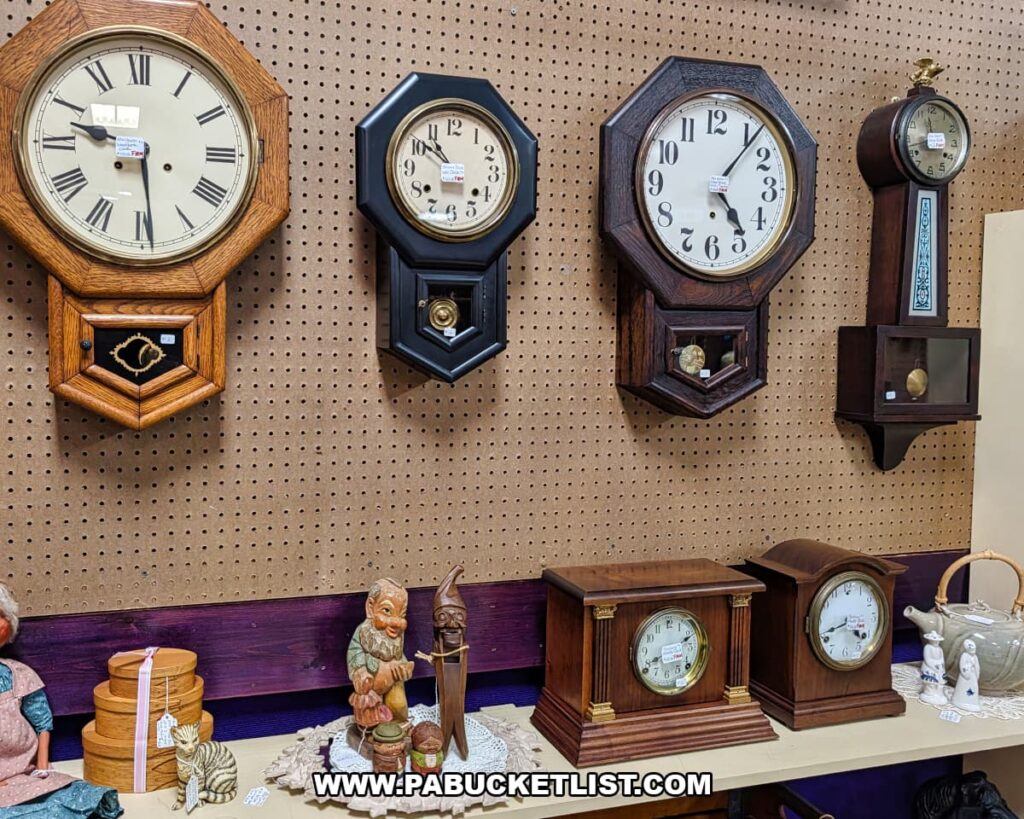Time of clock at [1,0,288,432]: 9:28
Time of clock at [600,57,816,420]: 5:06
